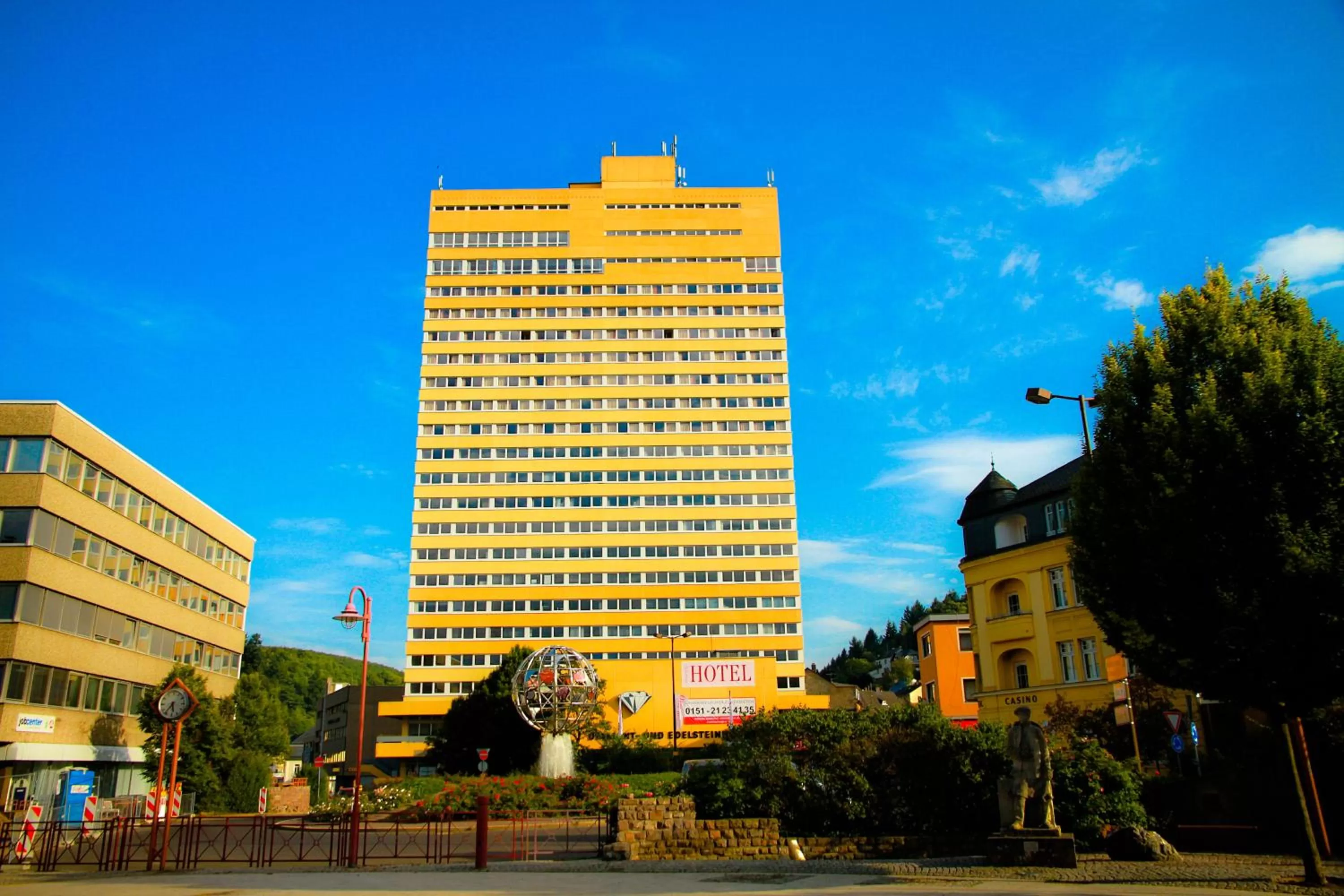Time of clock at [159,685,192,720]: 5:36
